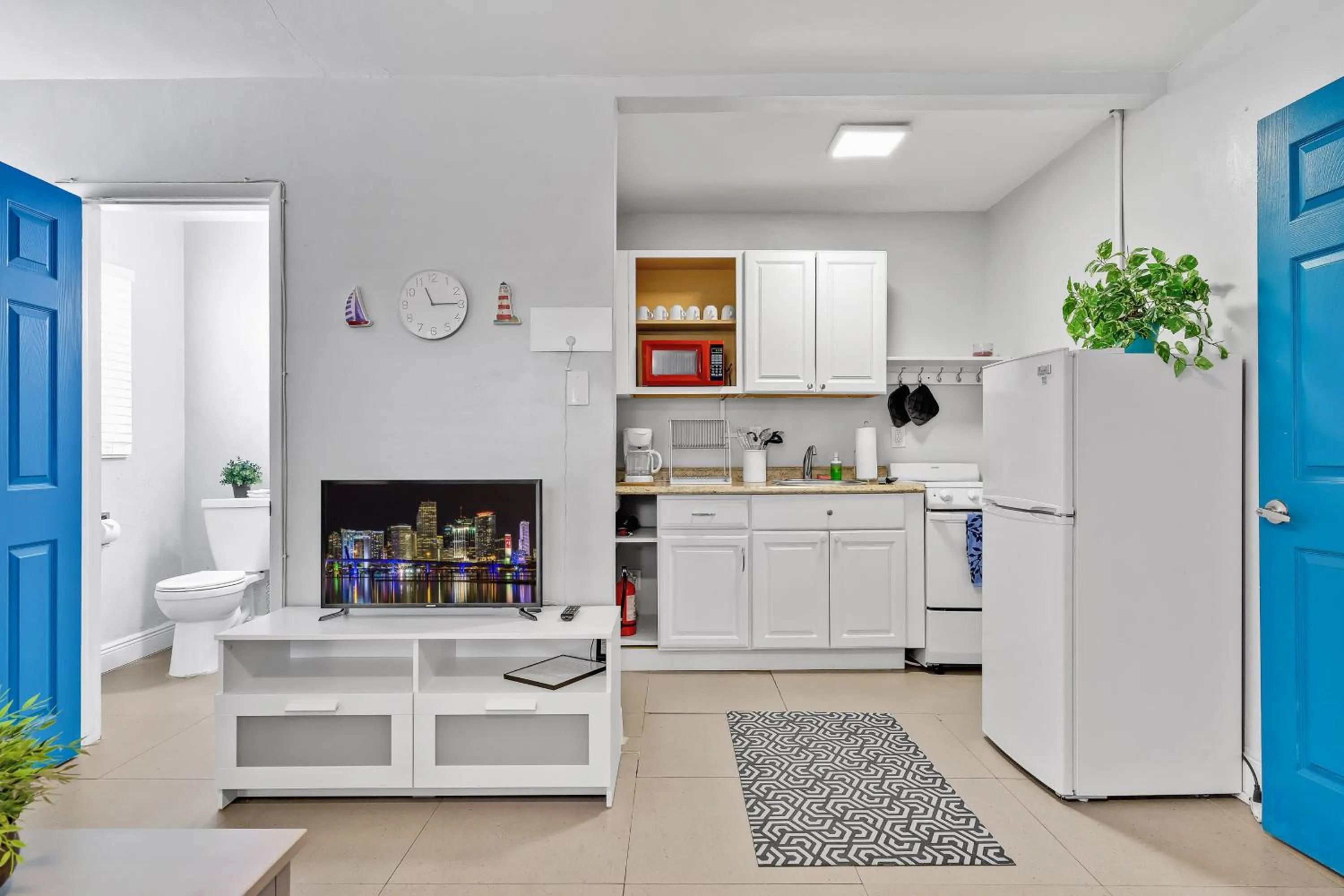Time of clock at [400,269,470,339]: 11:14
